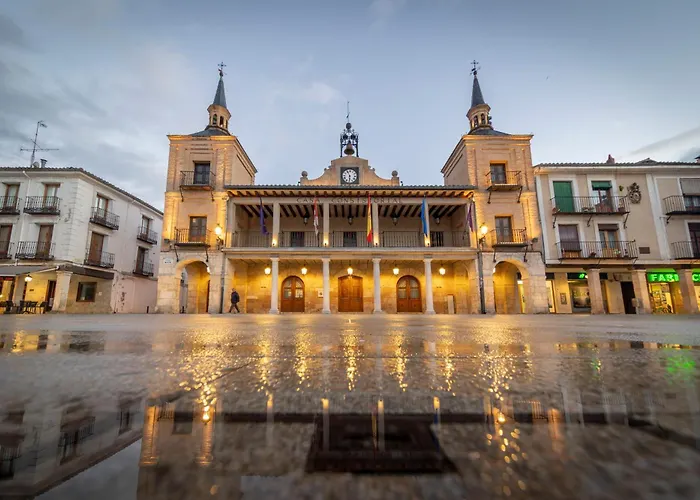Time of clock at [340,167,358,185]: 5:55
